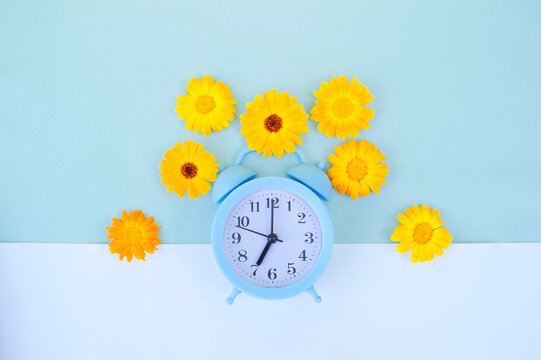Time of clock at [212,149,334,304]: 7:00
